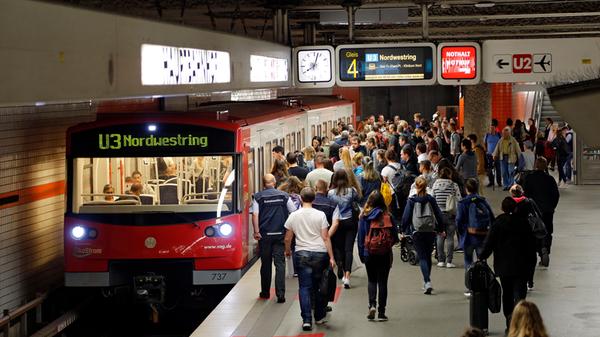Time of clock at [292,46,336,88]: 8:03
